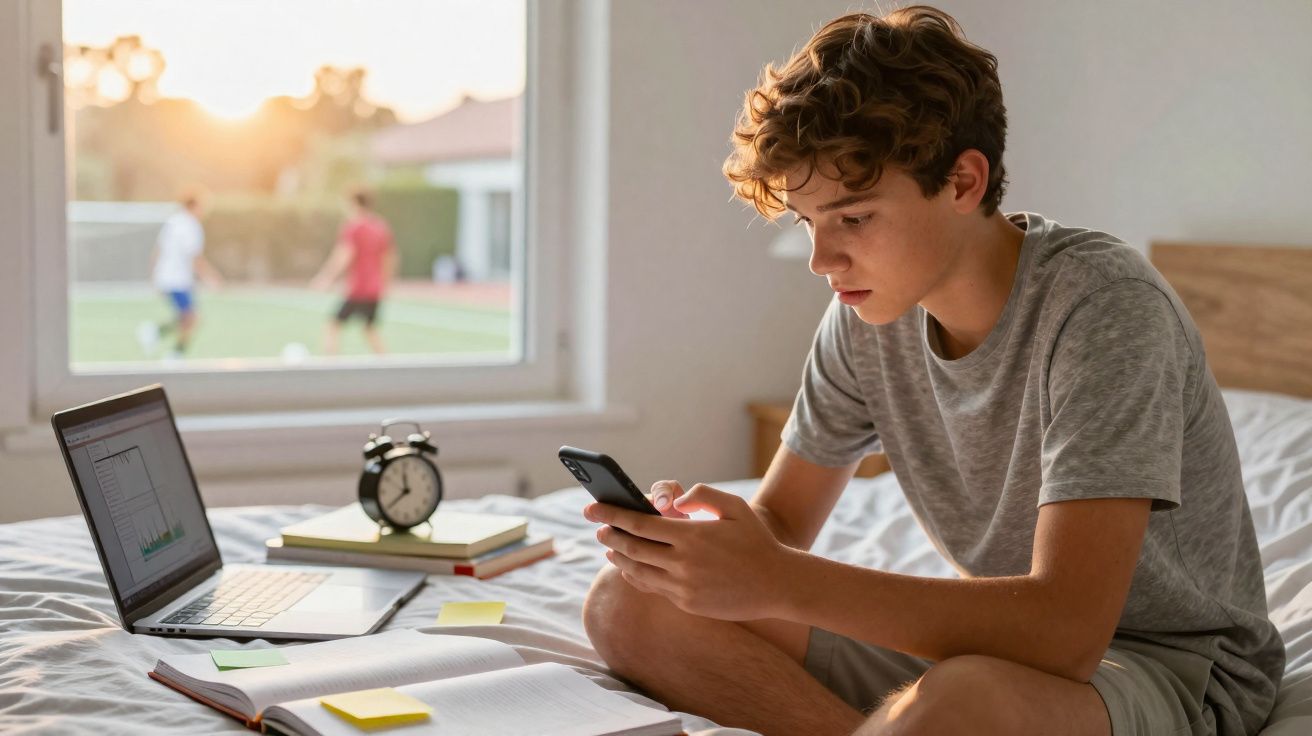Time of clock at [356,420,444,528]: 11:38
